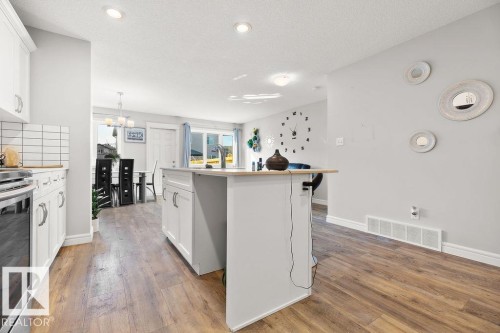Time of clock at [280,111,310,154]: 12:51
